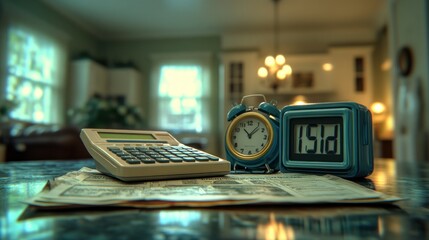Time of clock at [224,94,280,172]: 11:07
